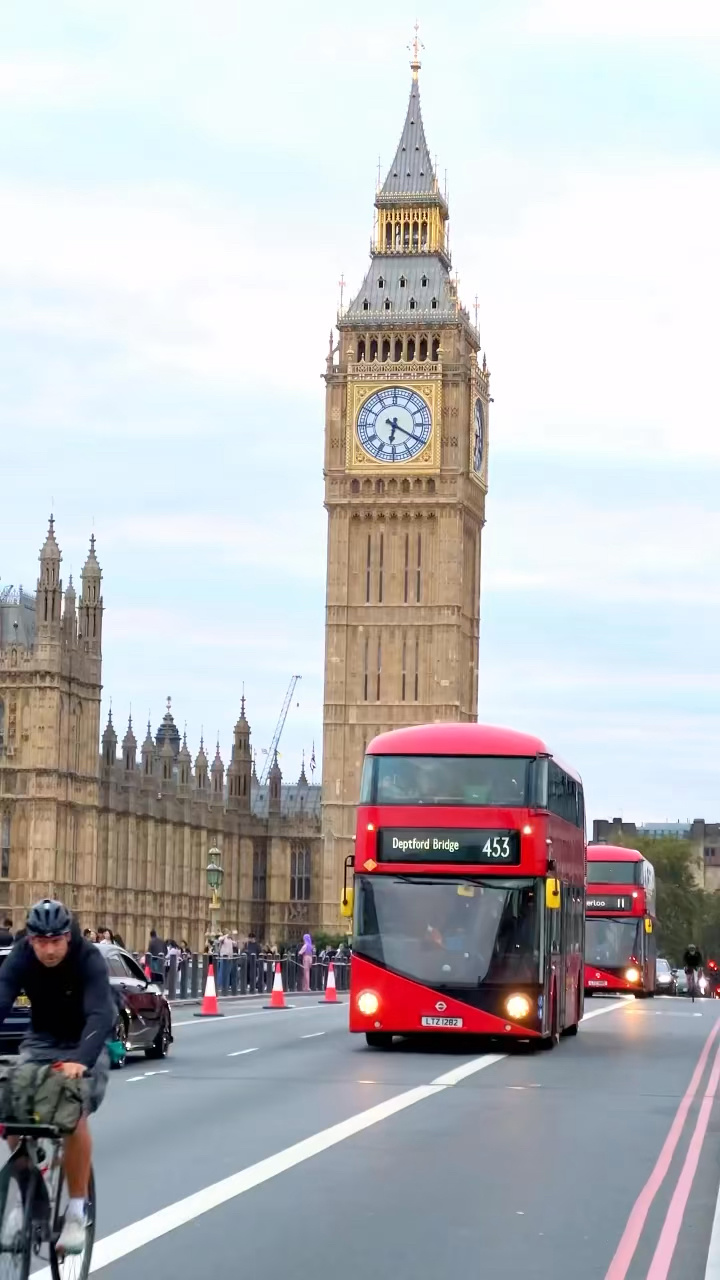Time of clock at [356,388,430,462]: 6:20
